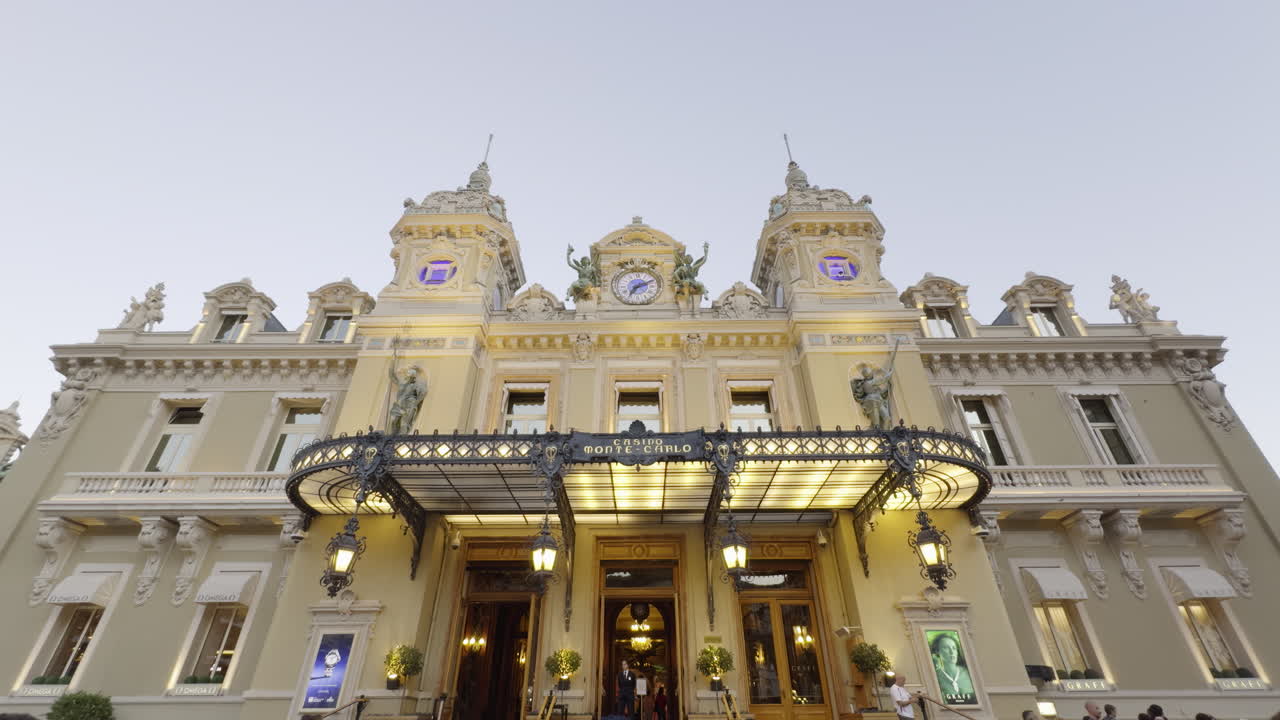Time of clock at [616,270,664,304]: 7:11
